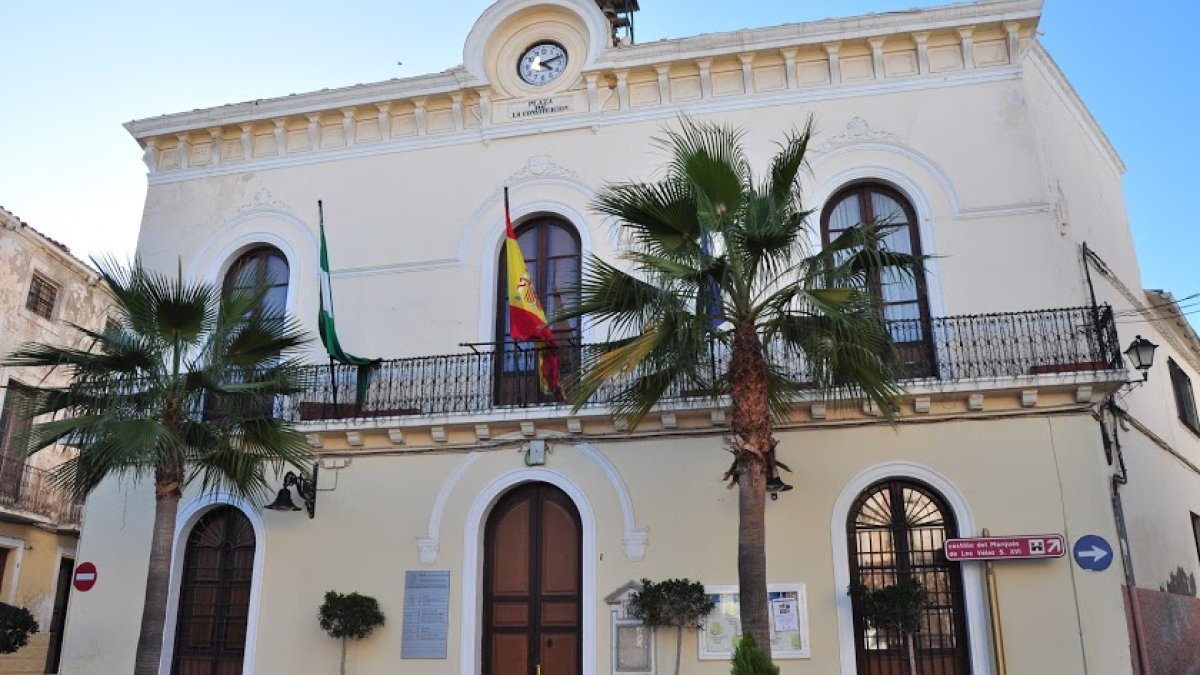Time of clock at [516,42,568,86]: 4:11
